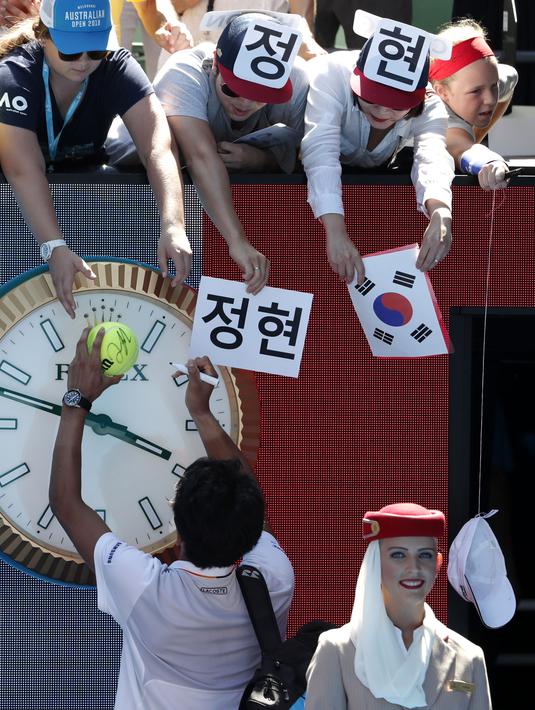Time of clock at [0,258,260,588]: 3:47
